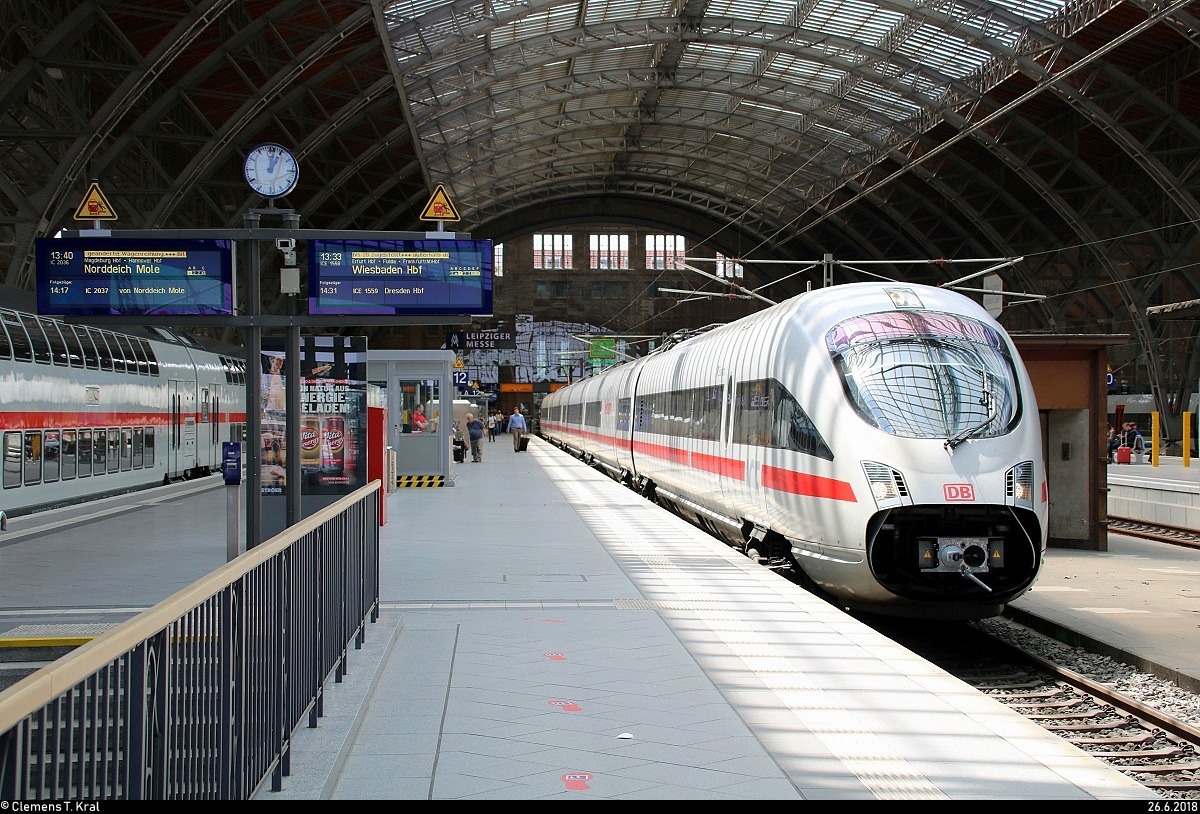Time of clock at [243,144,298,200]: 1:02
